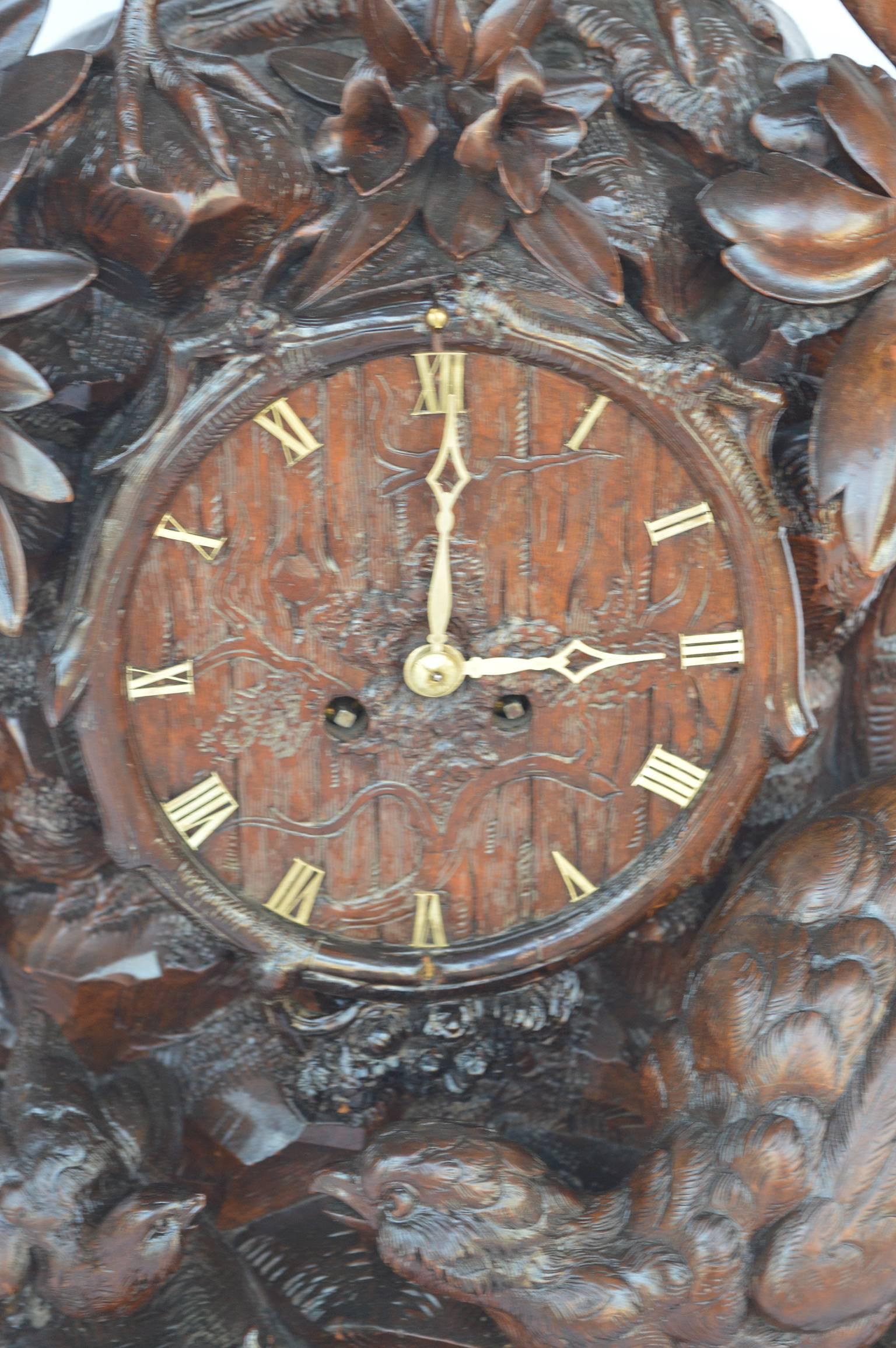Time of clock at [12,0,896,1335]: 3:00
